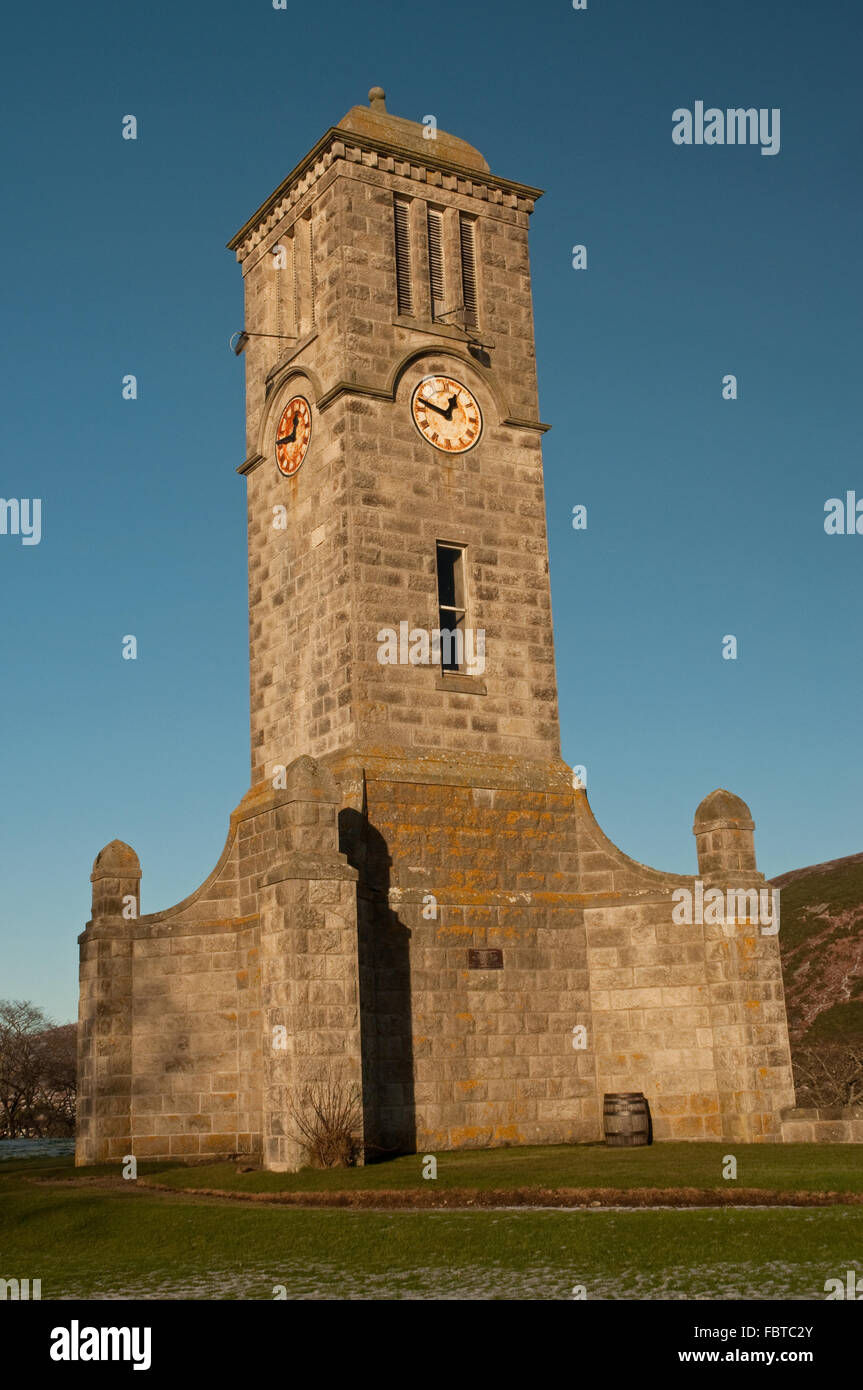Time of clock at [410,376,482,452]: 12:47
